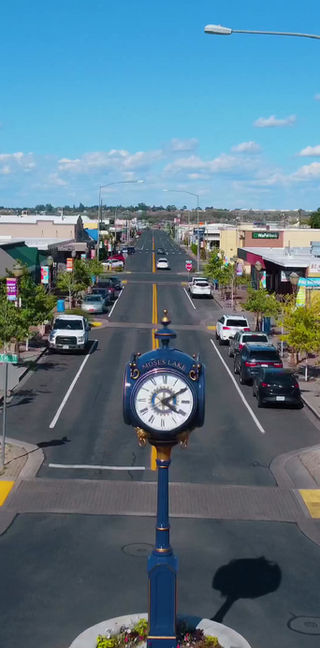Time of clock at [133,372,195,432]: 4:09
